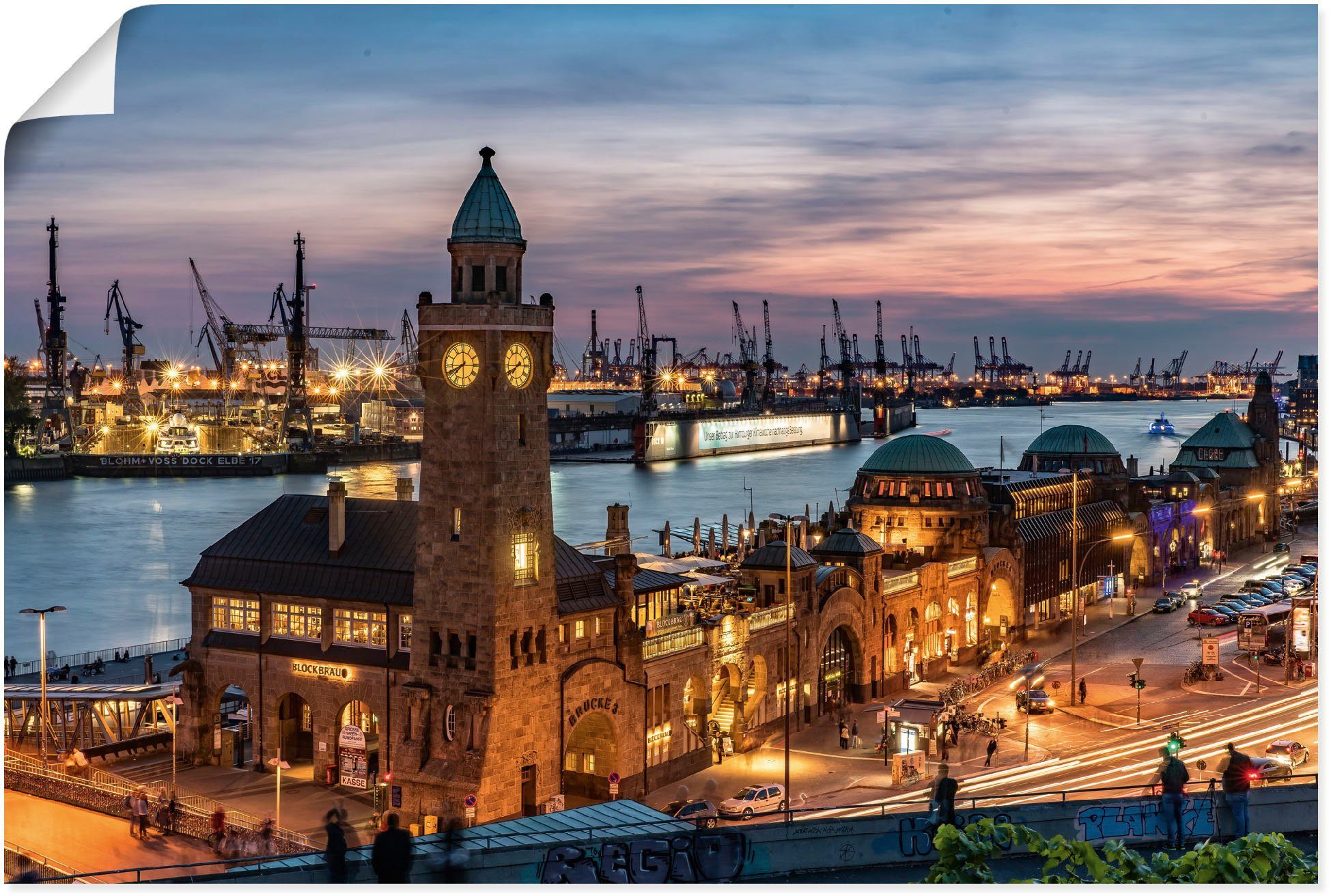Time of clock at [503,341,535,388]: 7:59
